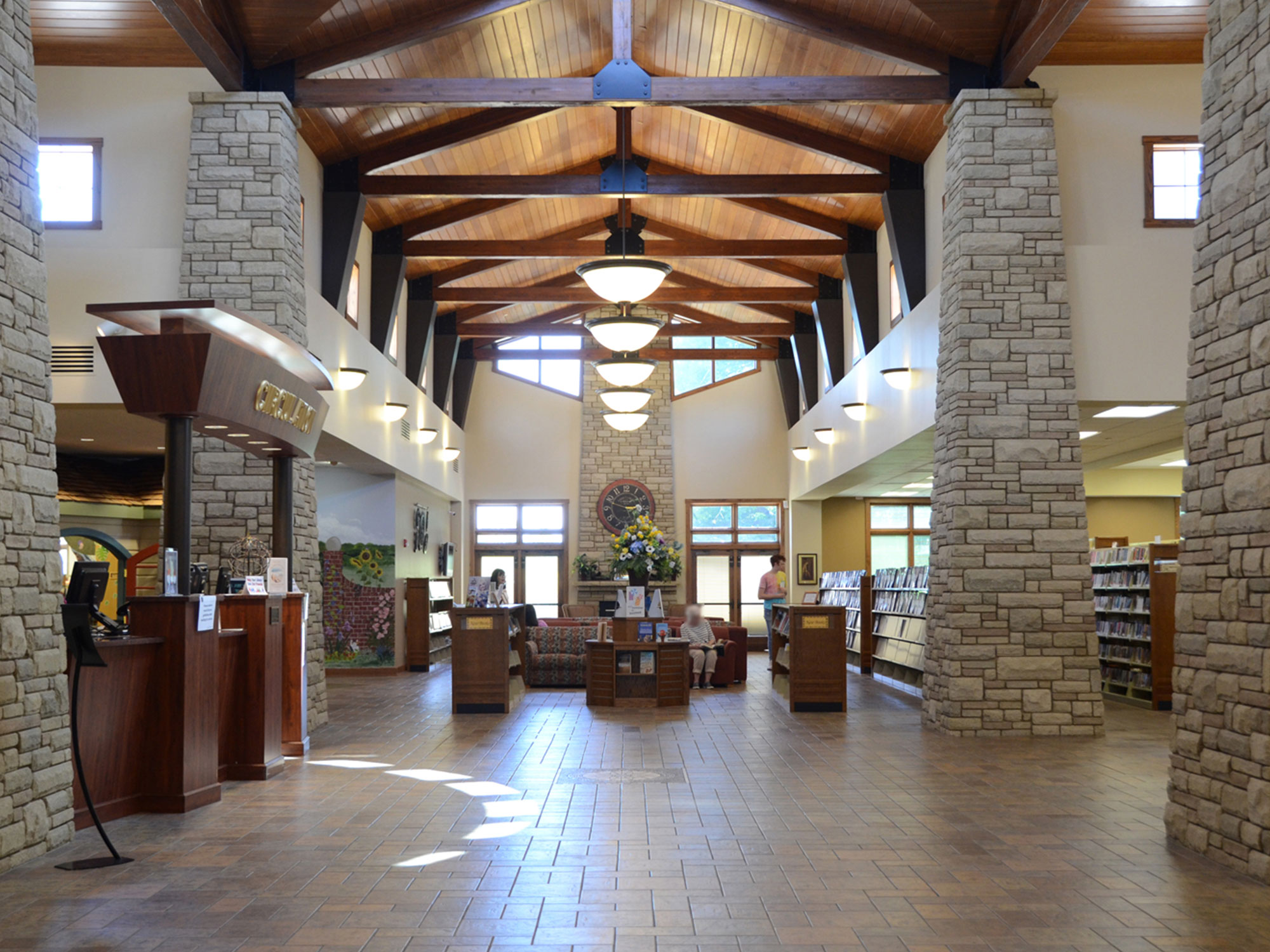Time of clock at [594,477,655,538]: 2:48
